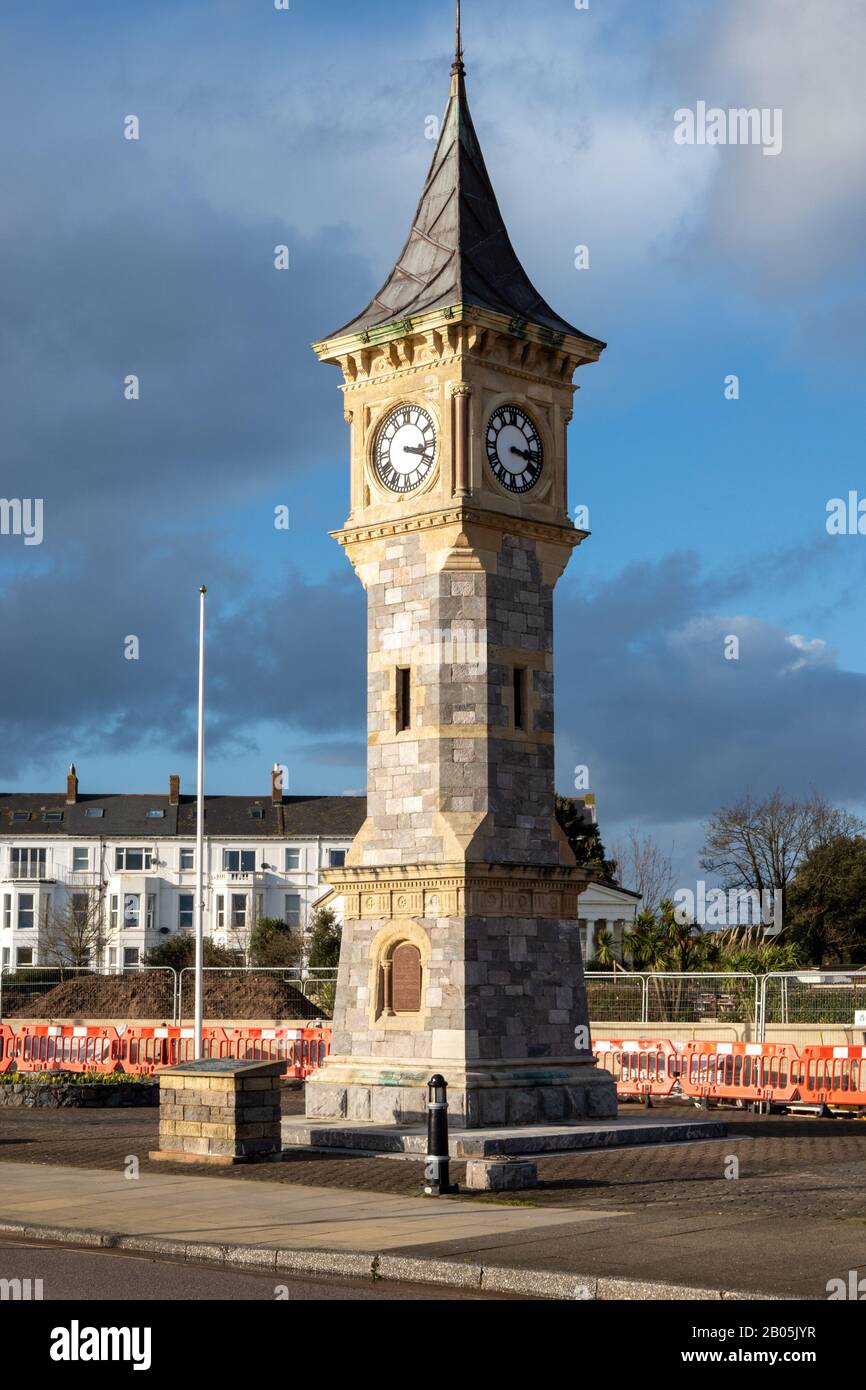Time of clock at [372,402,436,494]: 3:18
